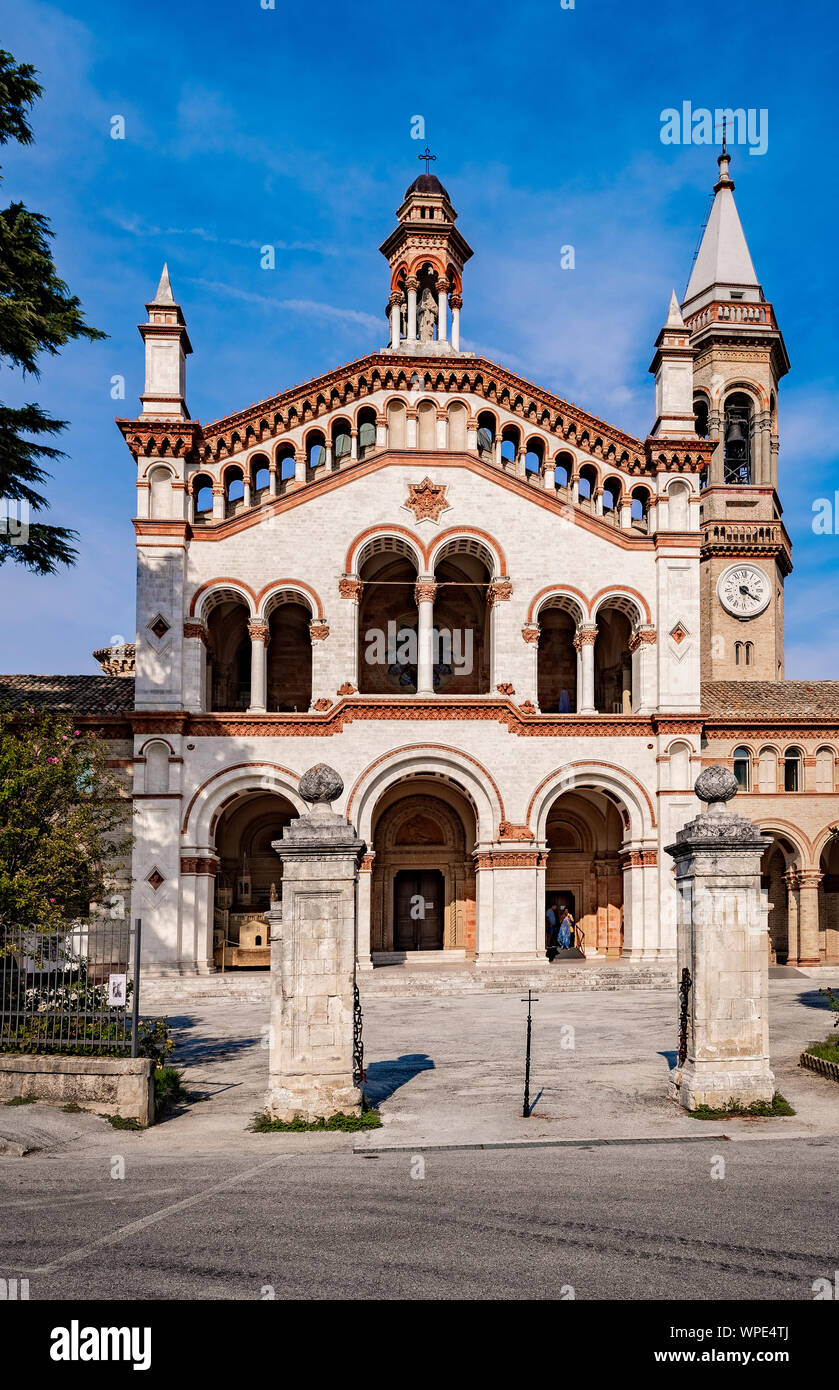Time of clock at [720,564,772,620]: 4:20
